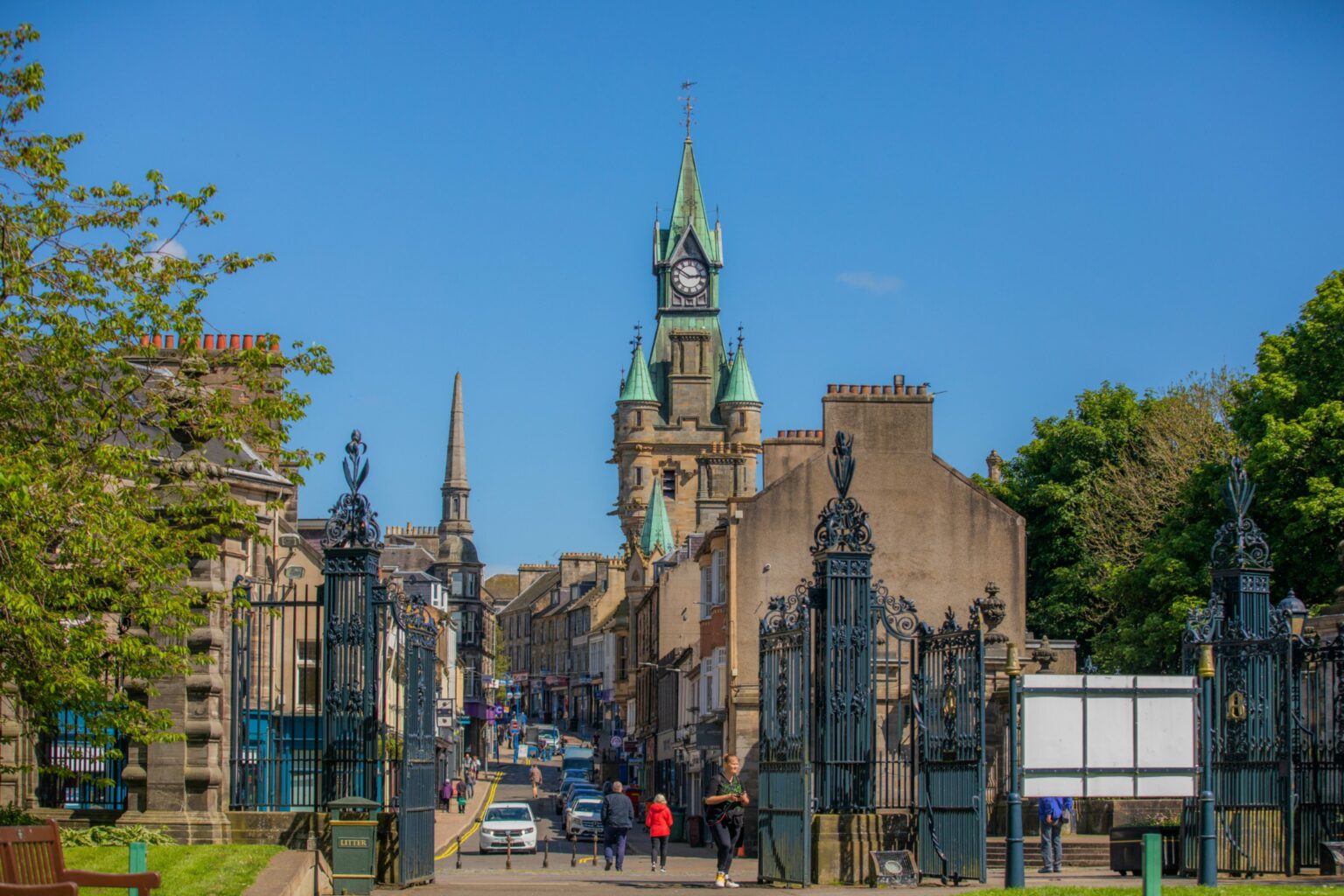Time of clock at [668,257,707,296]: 2:50
